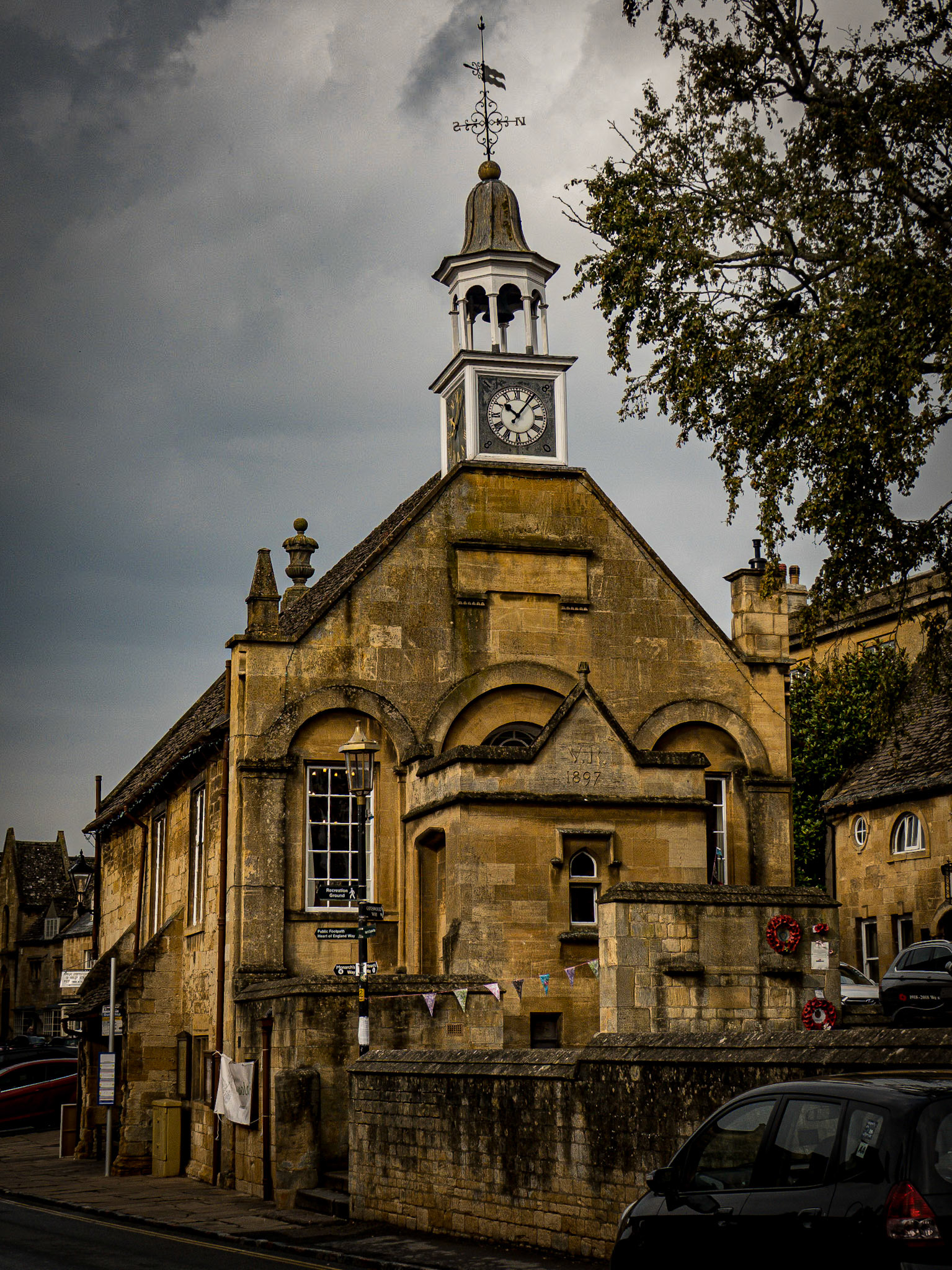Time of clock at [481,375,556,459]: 10:06
